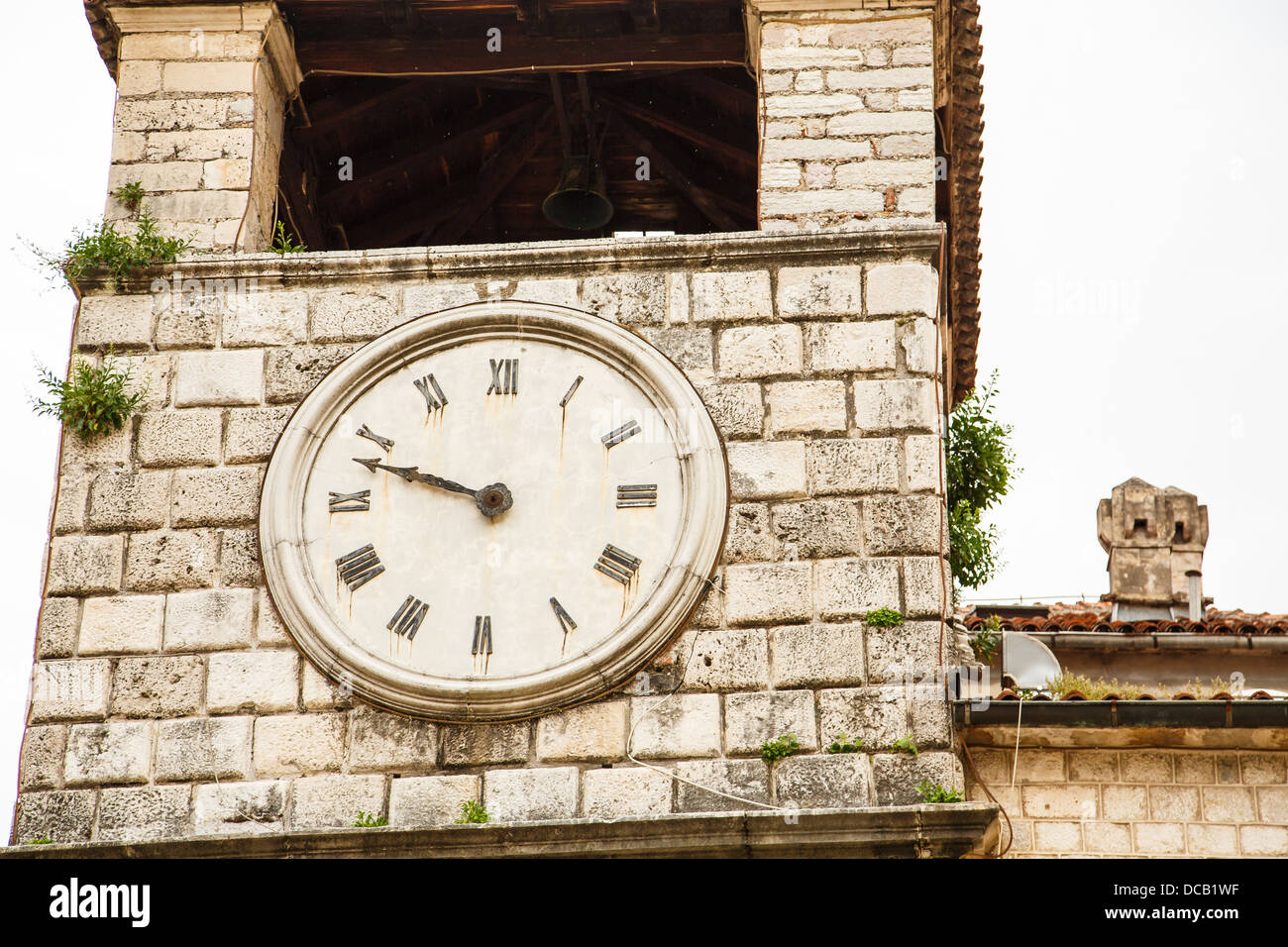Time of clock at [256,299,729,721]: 9:48
